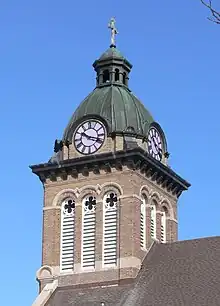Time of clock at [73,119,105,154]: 10:18
